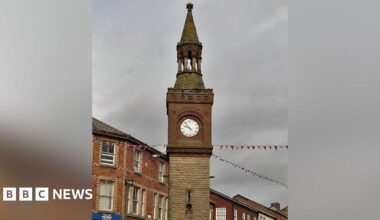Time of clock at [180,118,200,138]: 9:53
